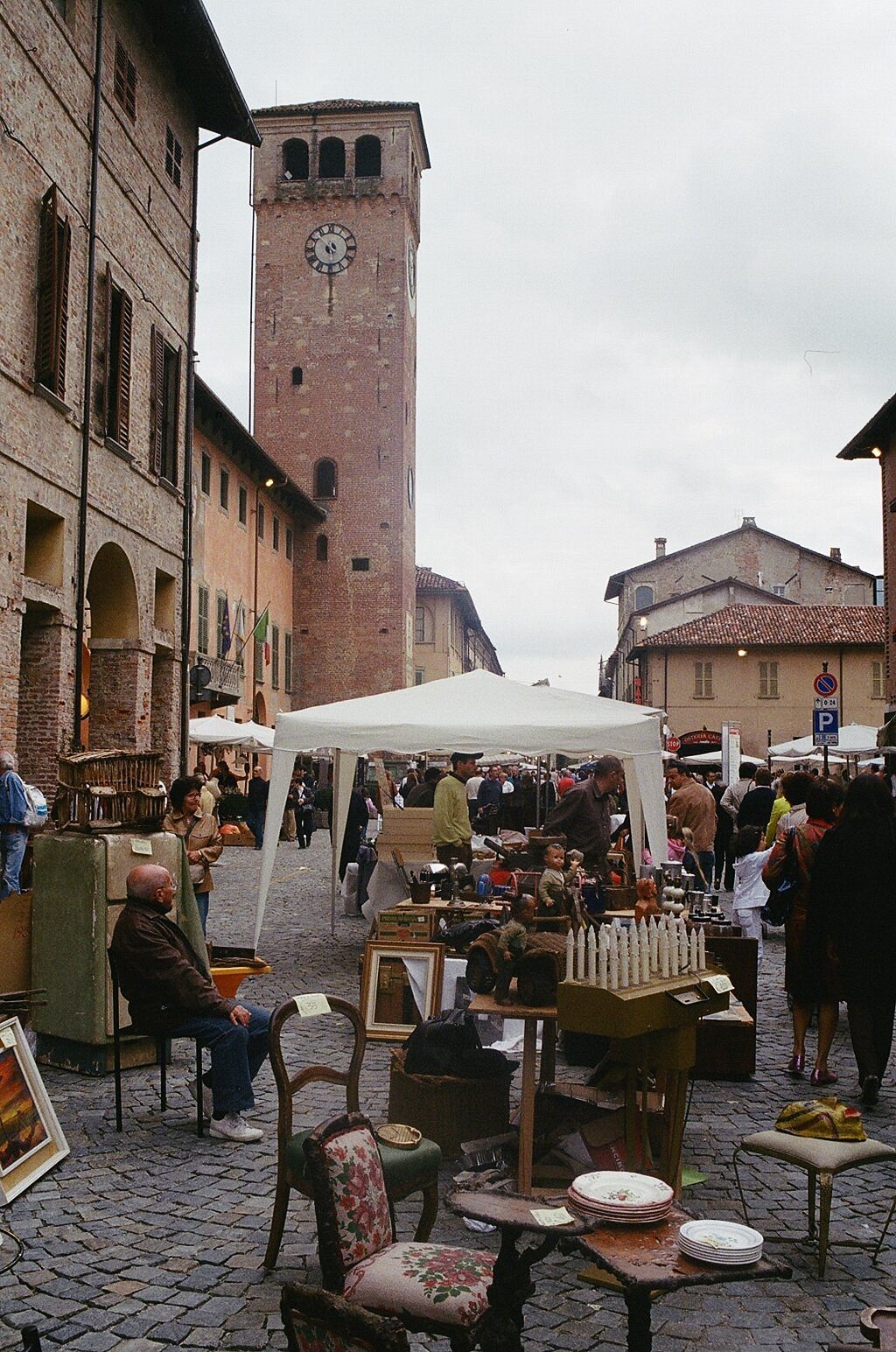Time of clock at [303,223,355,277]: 5:52
